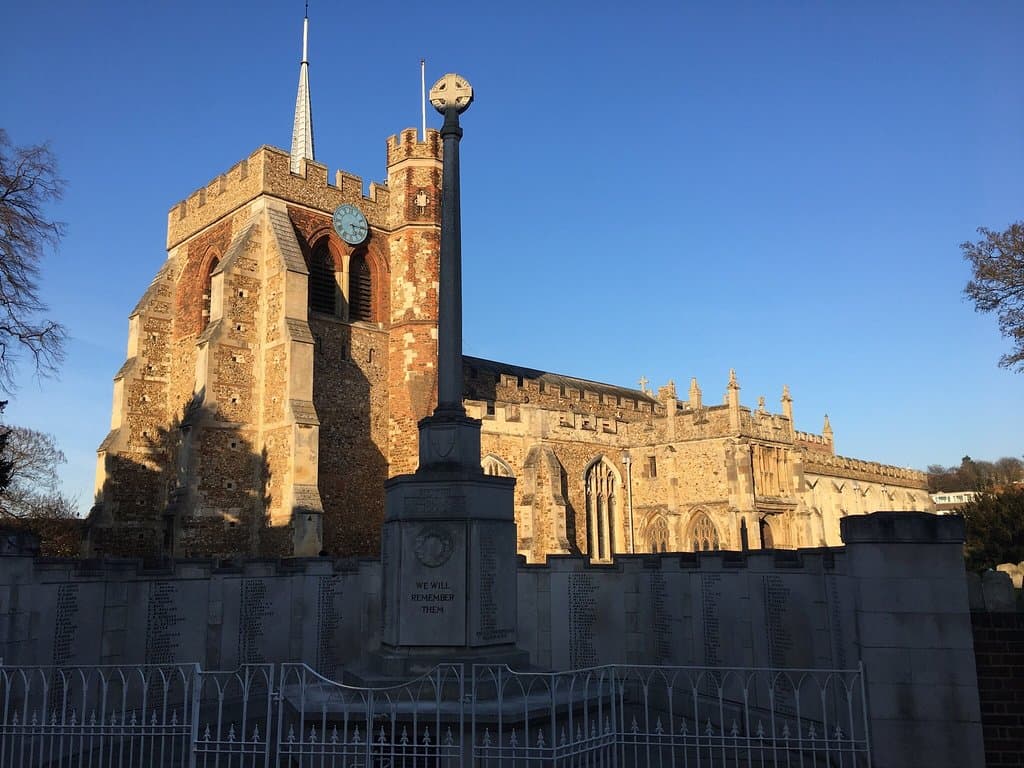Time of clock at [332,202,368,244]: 5:15
